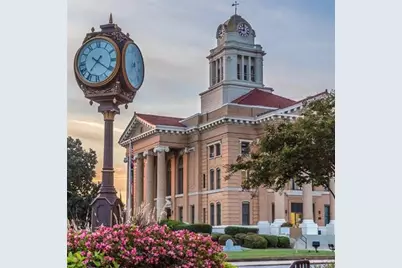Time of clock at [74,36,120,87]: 7:21
